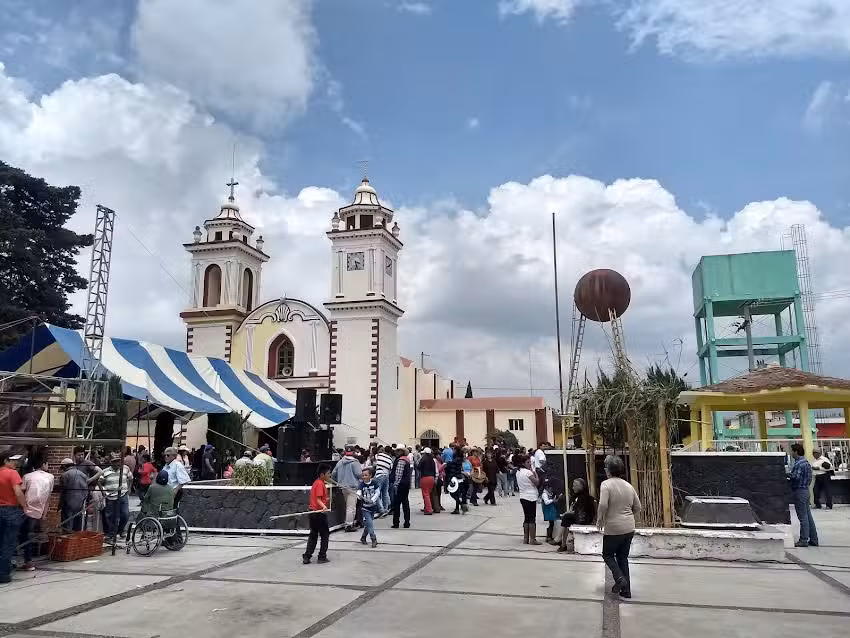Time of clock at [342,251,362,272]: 3:27
